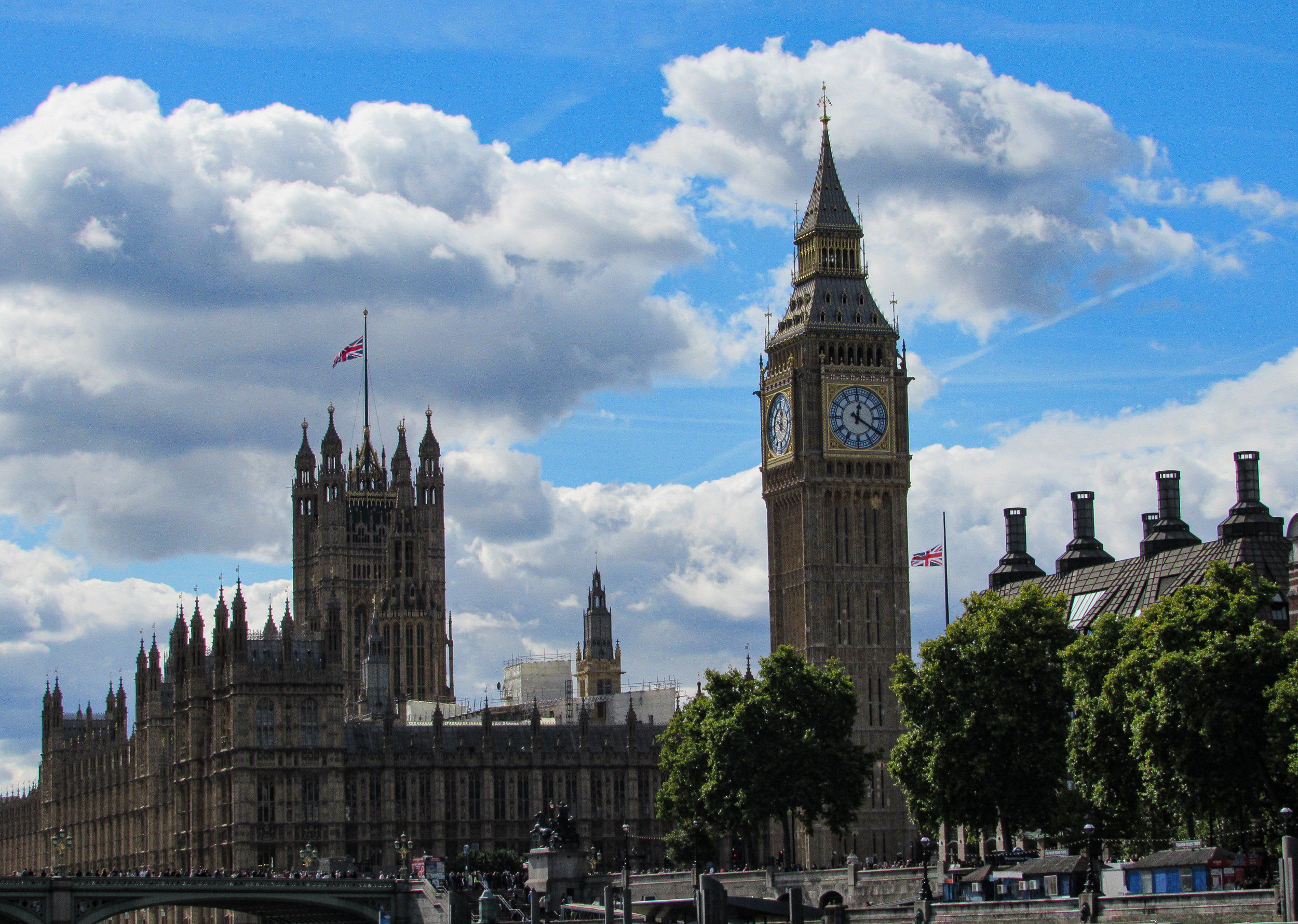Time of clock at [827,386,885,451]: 12:20
